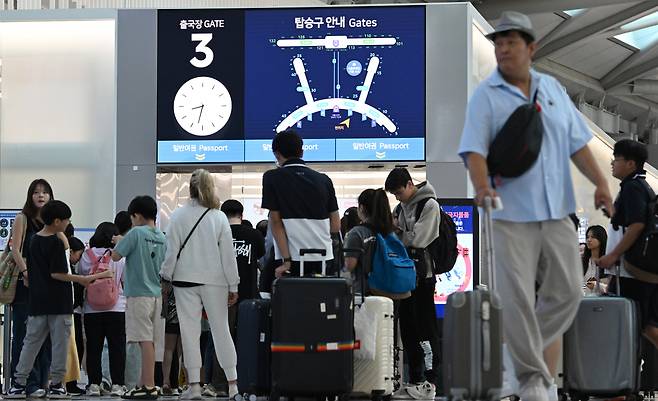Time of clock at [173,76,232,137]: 8:32
